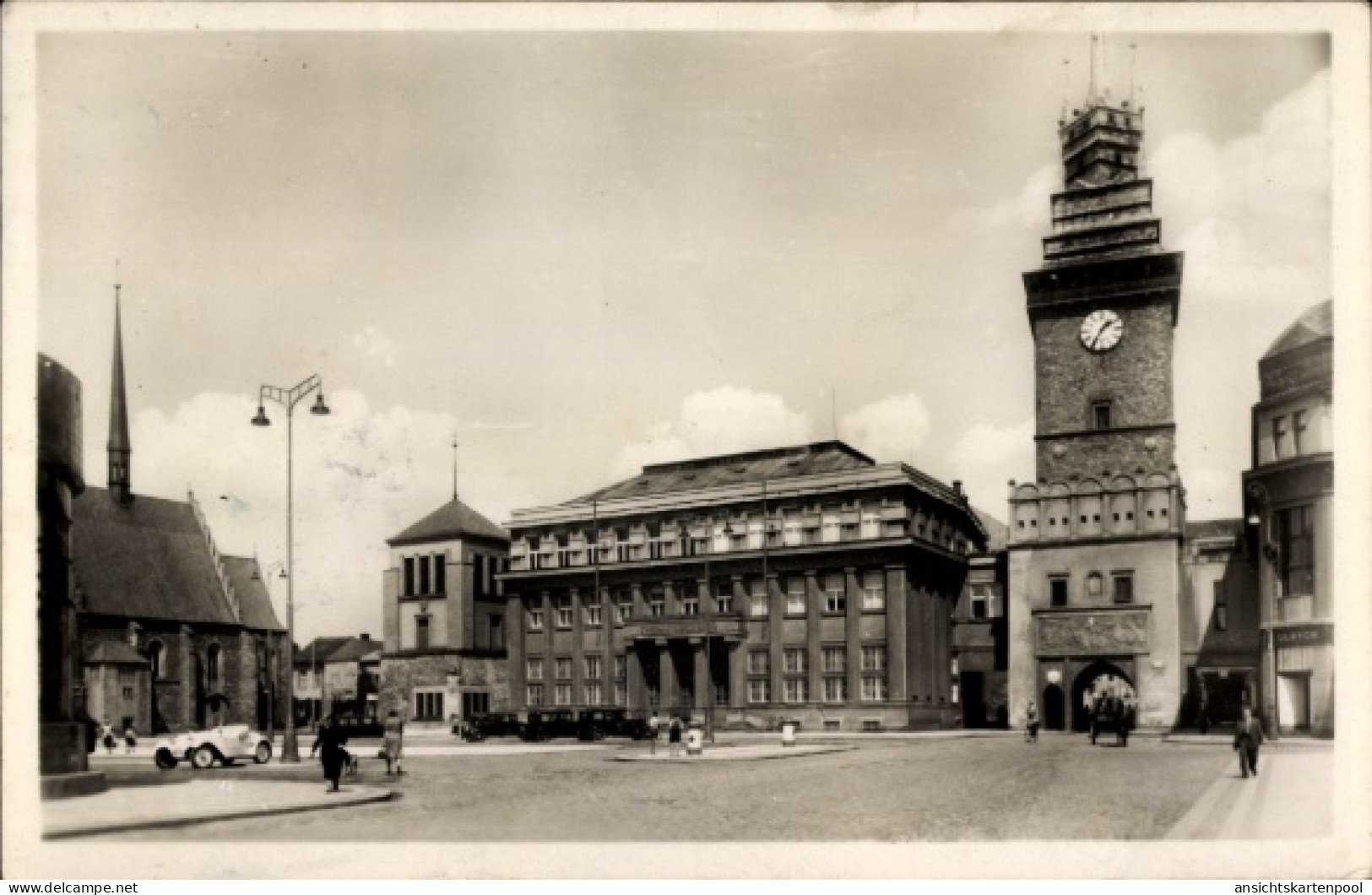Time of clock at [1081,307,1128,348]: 1:35
